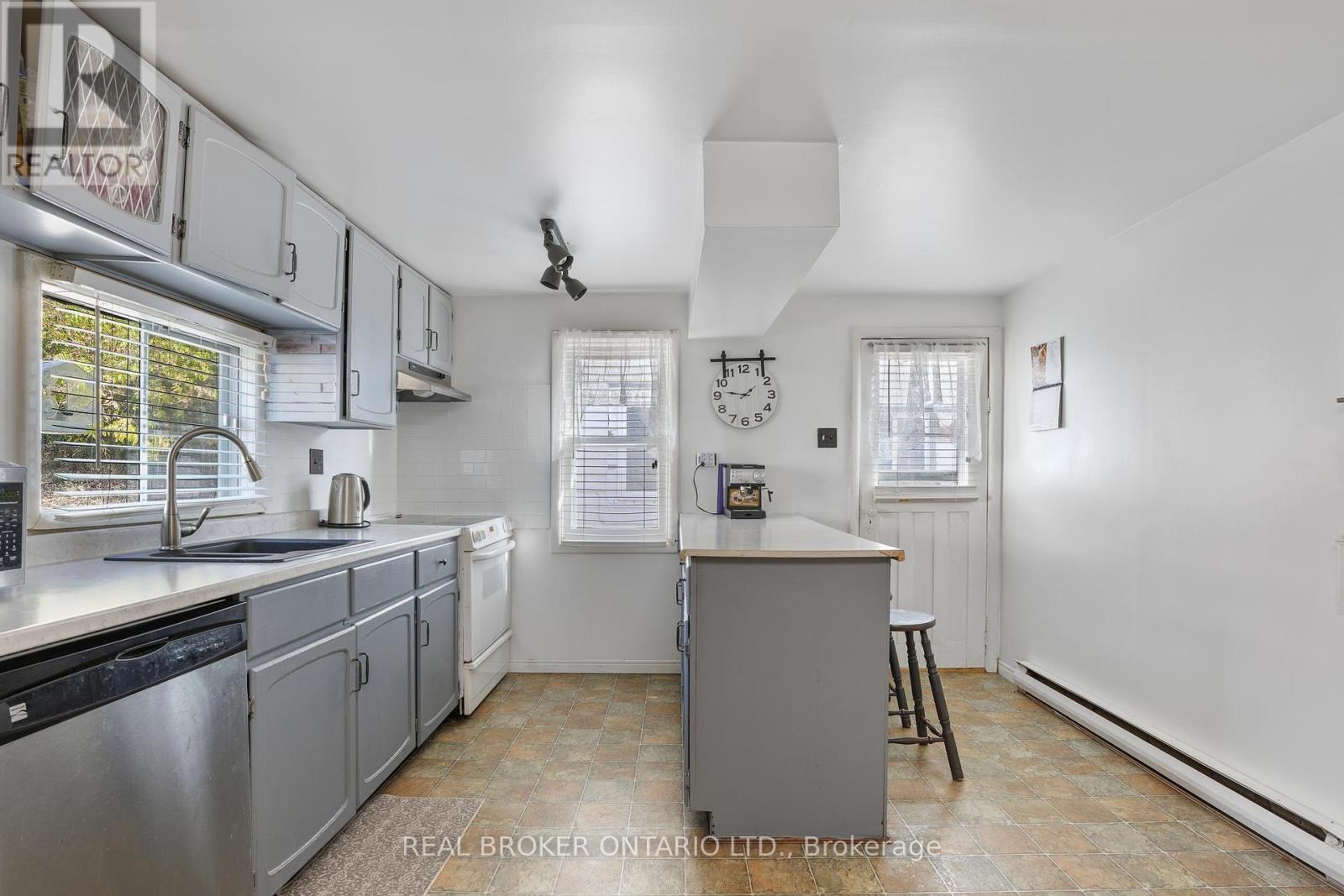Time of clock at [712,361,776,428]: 1:46
